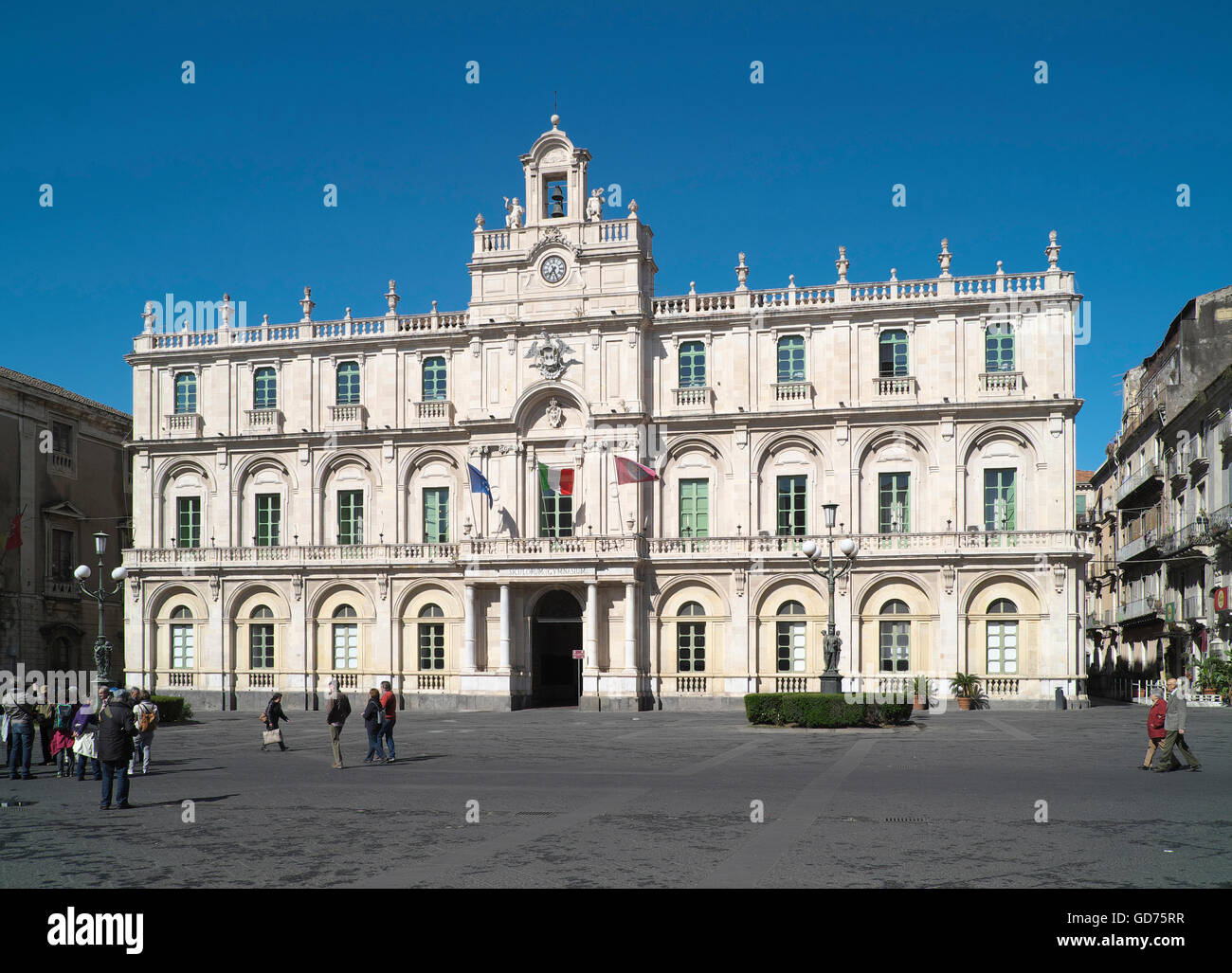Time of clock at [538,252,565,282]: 7:25
